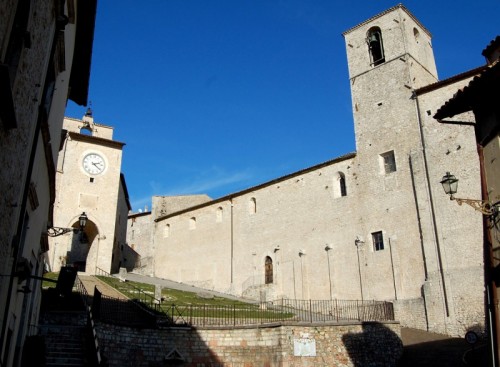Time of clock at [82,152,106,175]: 2:21
